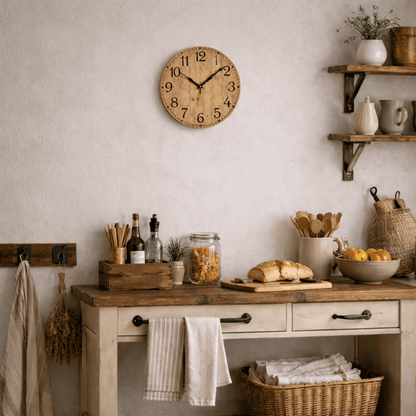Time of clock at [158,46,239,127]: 10:08
